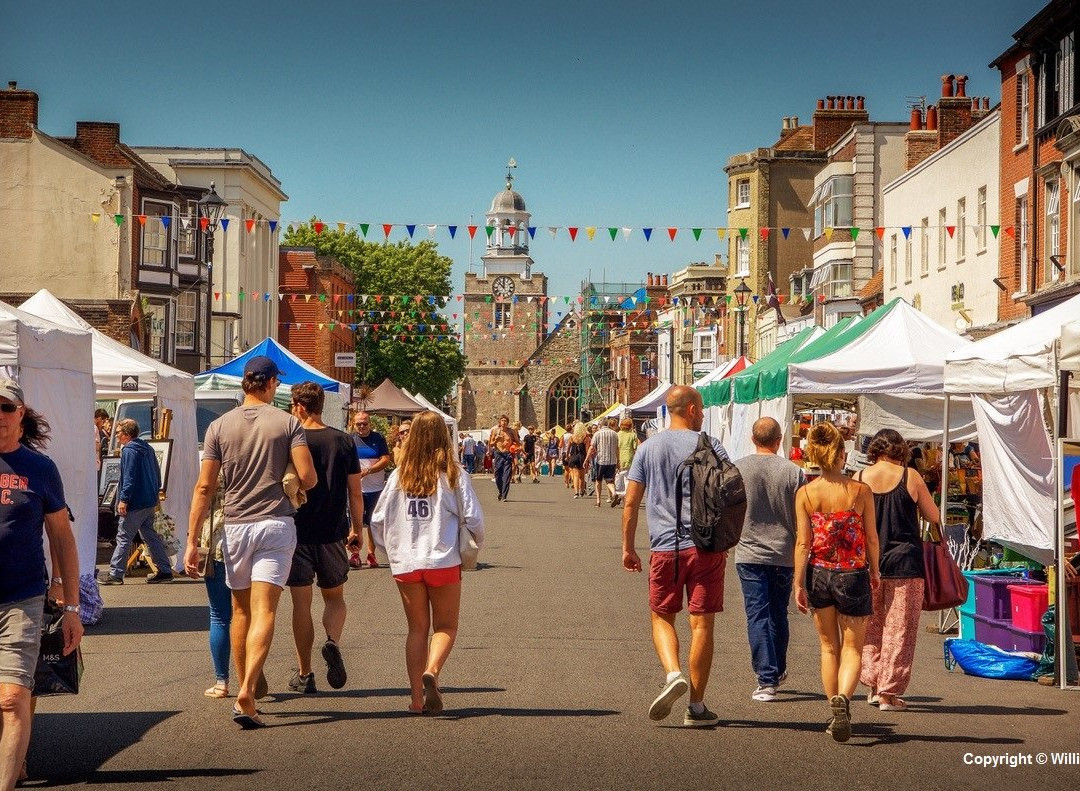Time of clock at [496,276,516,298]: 11:52
